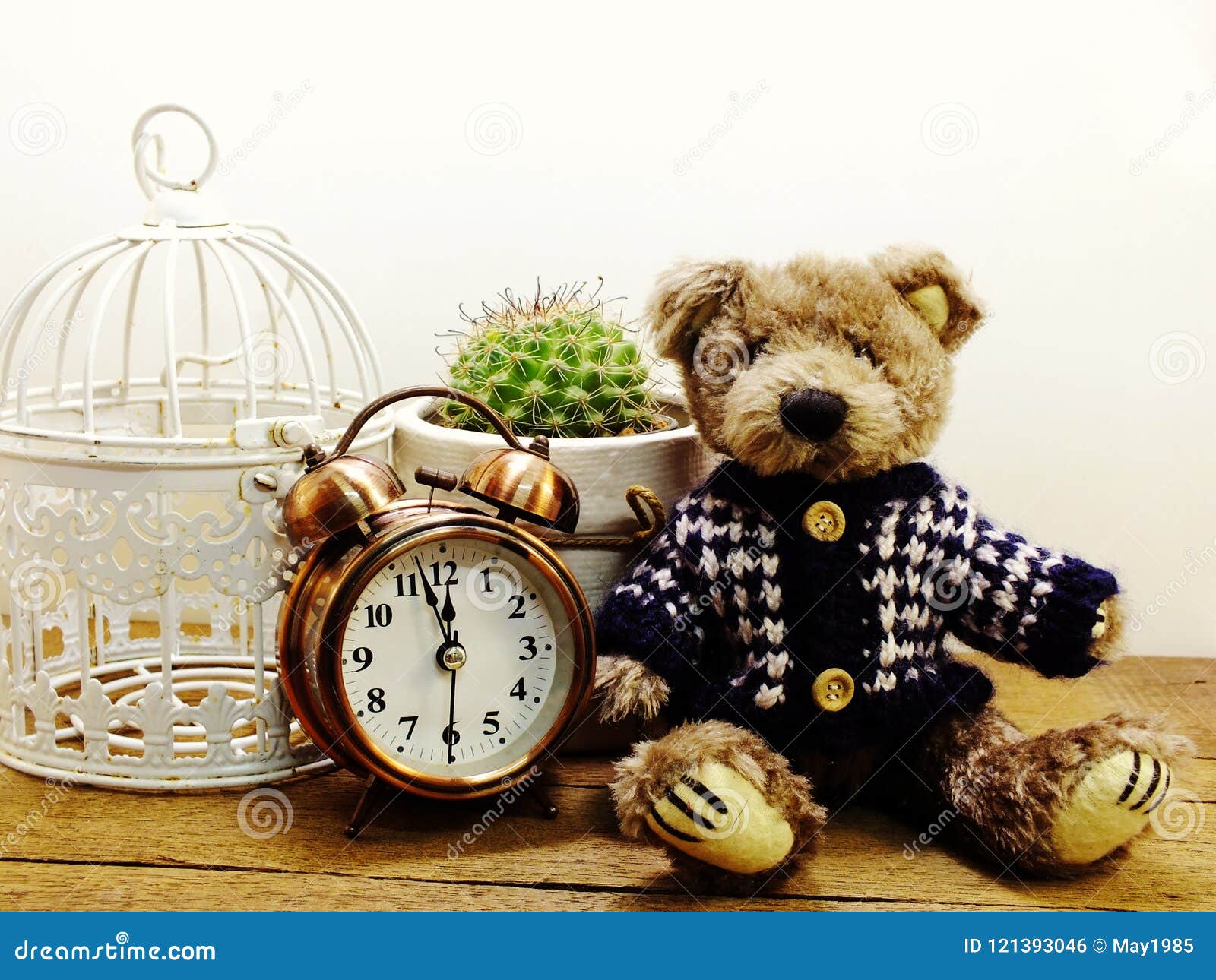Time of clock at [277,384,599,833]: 11:57
